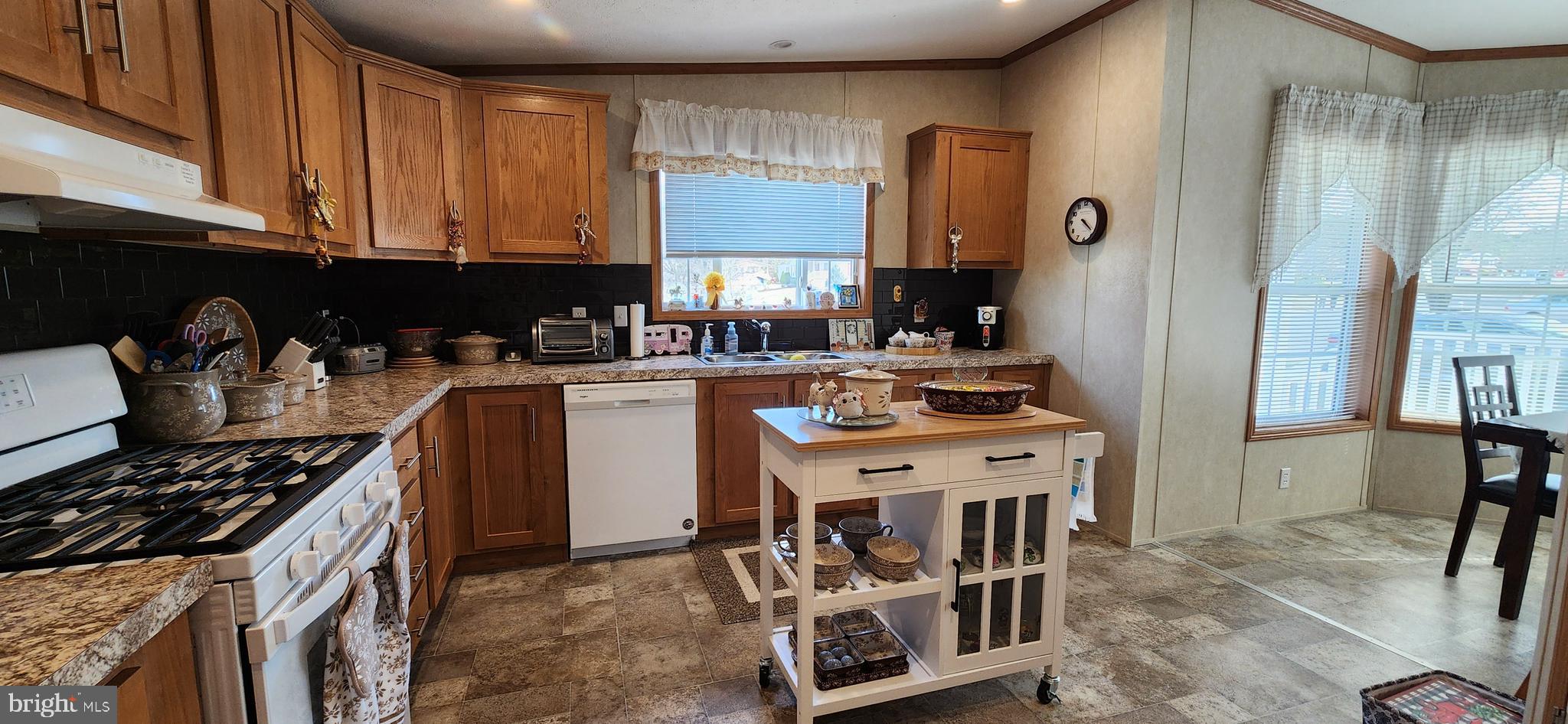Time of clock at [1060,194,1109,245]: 4:20
